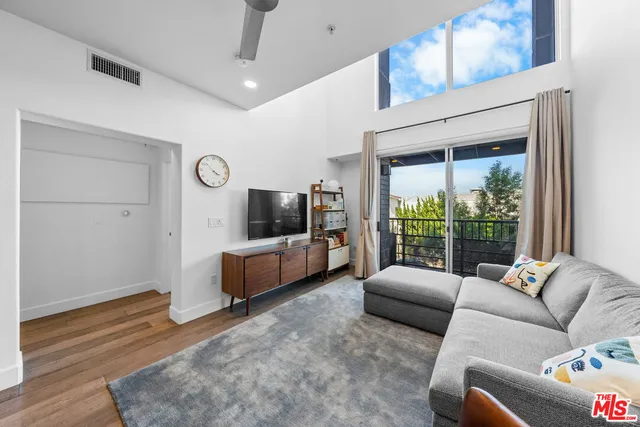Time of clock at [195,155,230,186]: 3:52
